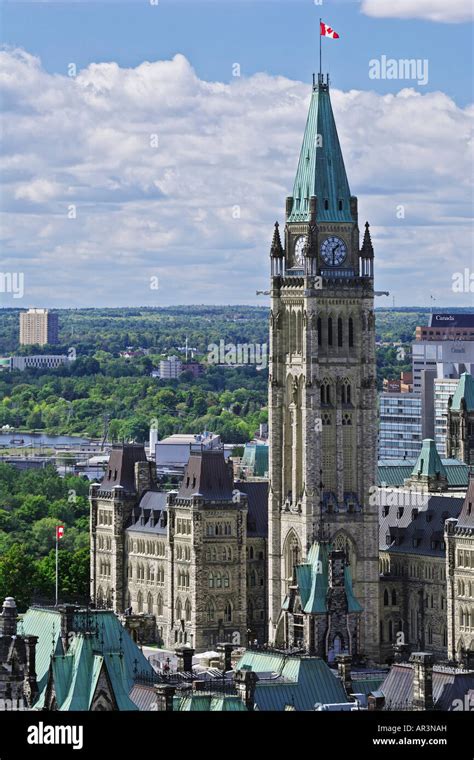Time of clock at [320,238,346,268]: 1:30
